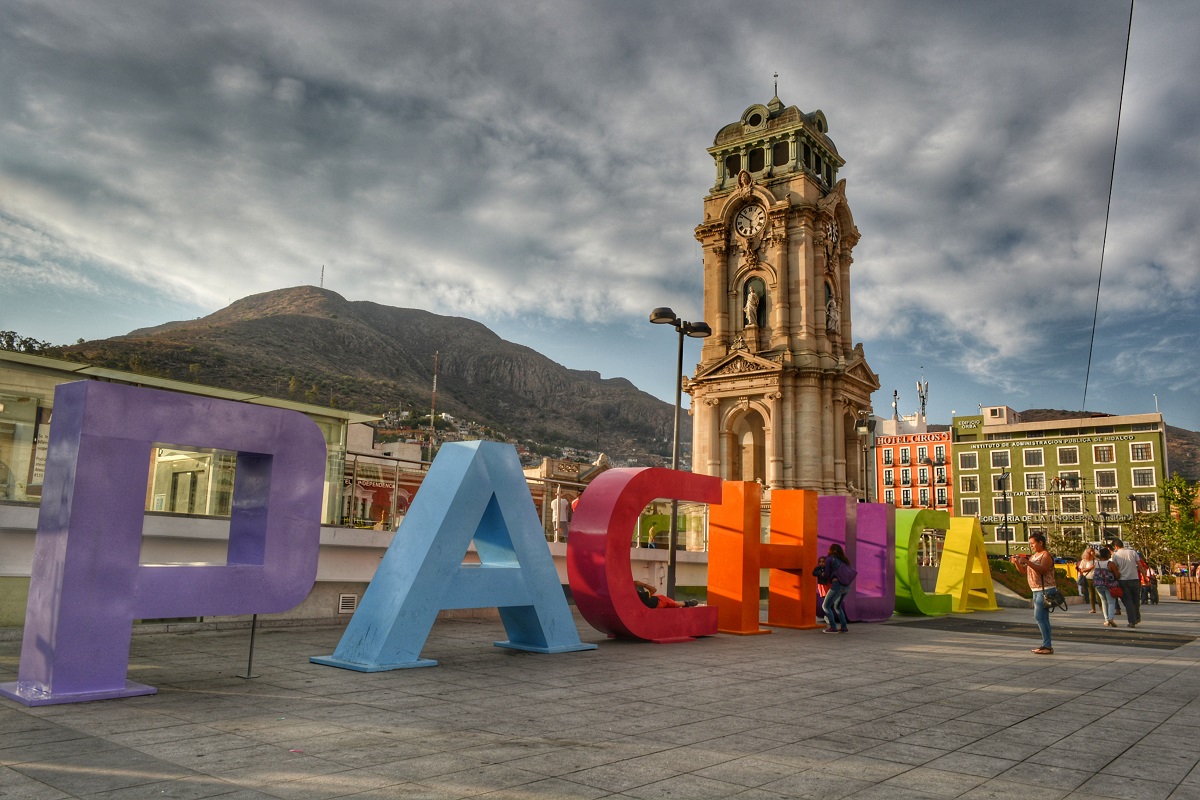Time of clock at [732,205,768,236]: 5:51
